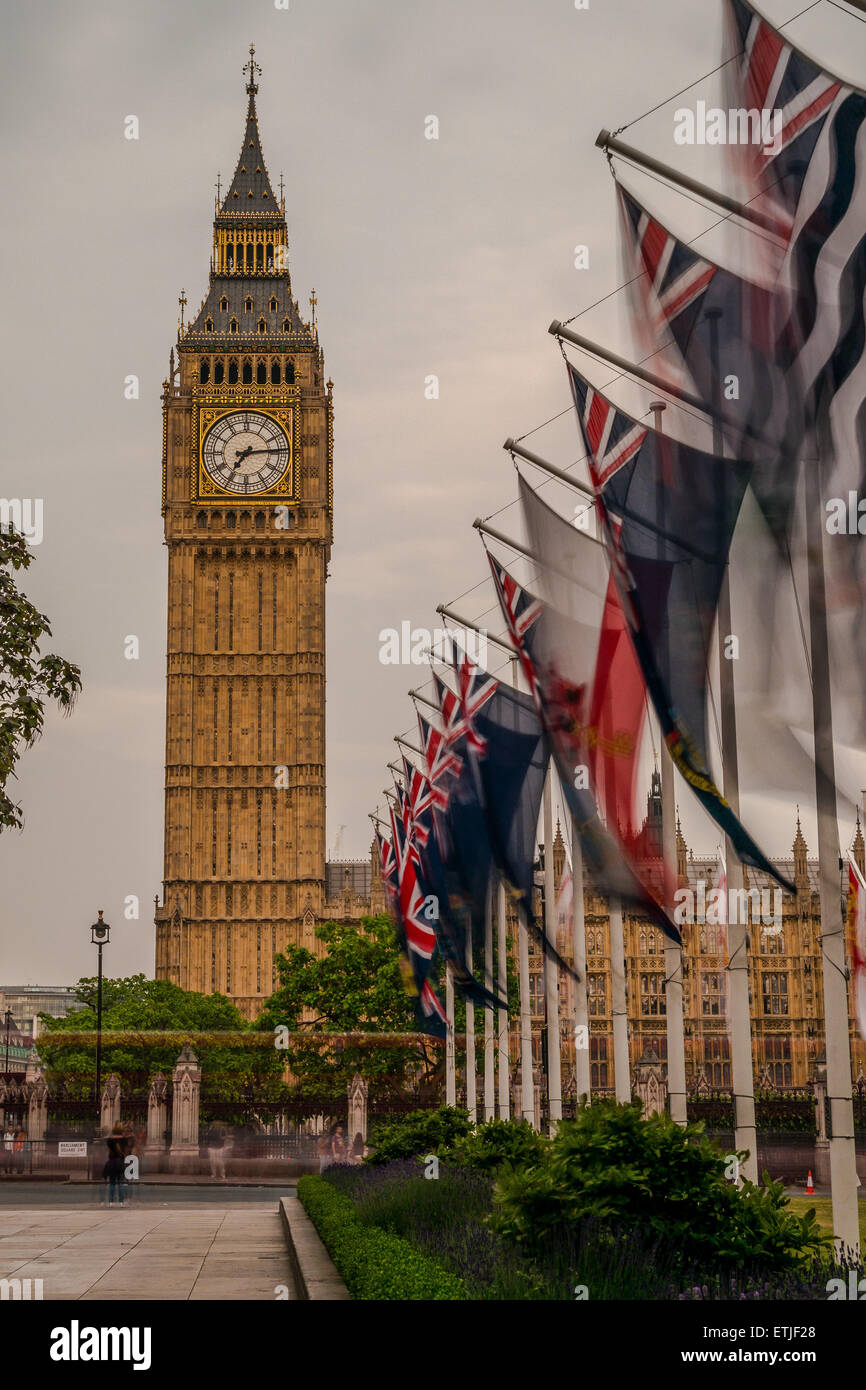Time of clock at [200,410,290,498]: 7:14
